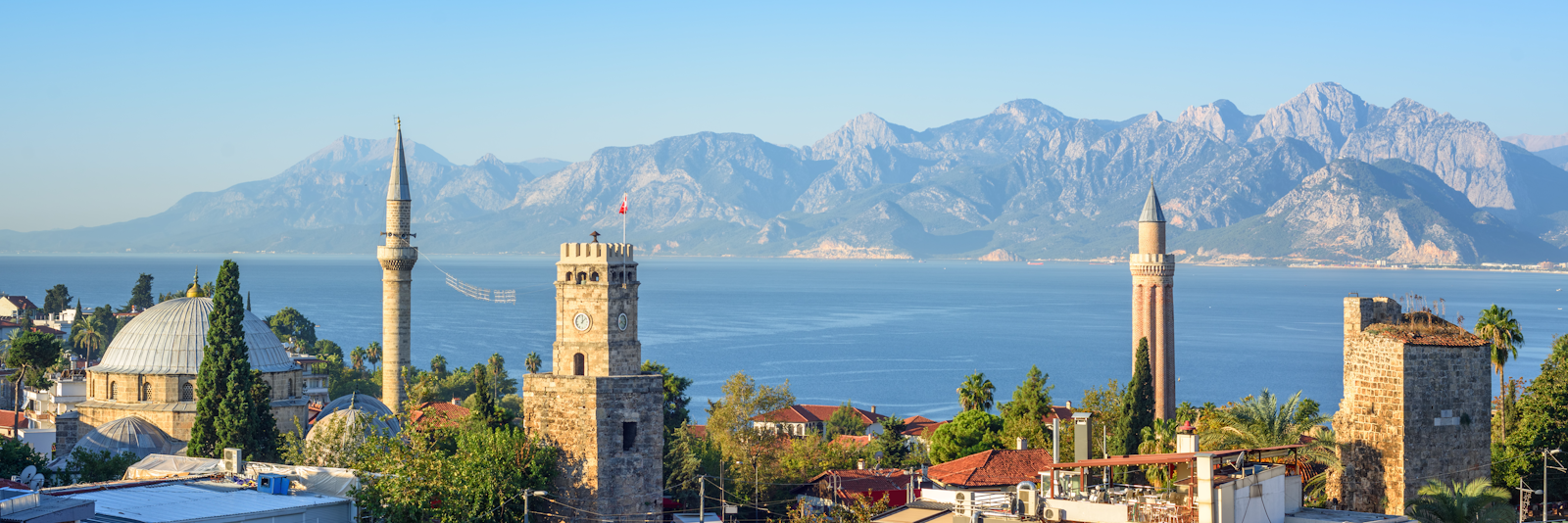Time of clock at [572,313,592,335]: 12:07
